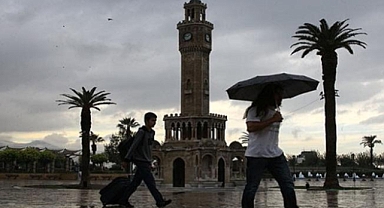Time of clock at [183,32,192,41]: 1:46
